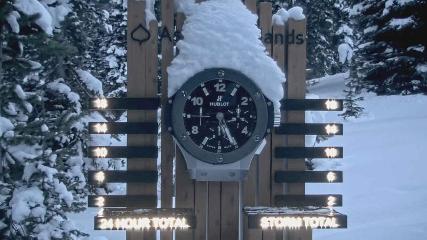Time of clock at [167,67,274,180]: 5:25
